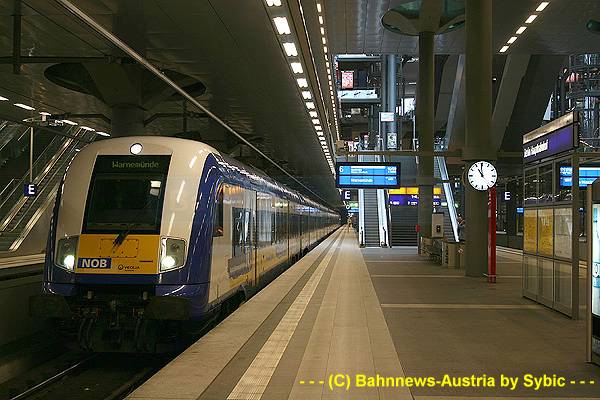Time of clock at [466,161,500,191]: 10:59
